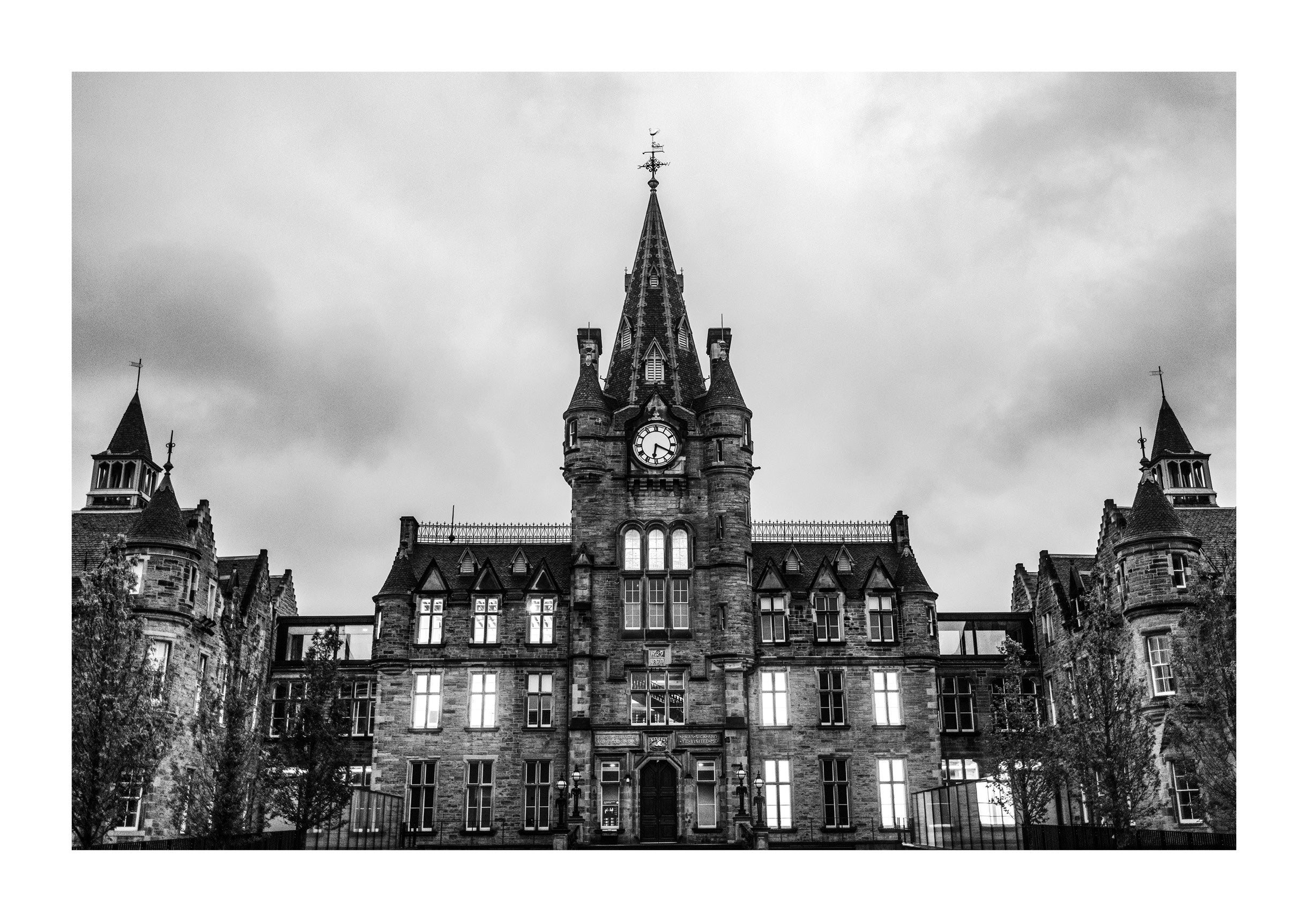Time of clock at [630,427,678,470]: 6:19
